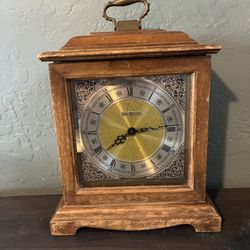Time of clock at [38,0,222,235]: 8:14
